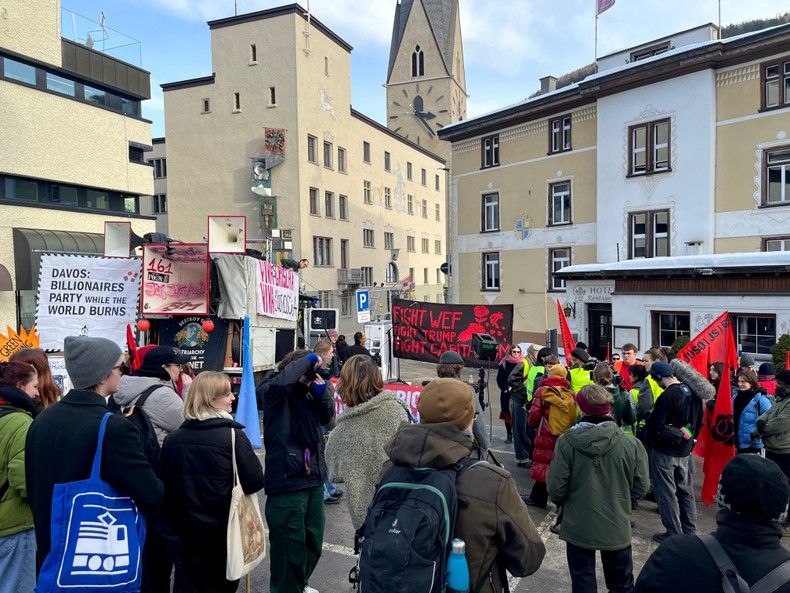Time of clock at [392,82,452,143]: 3:23
